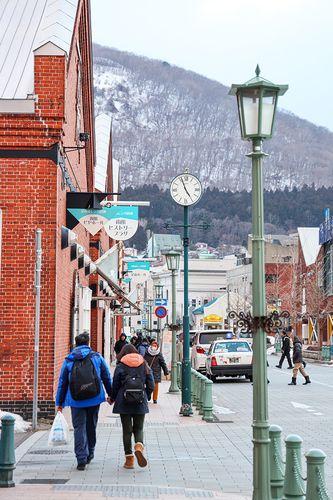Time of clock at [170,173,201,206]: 4:56
